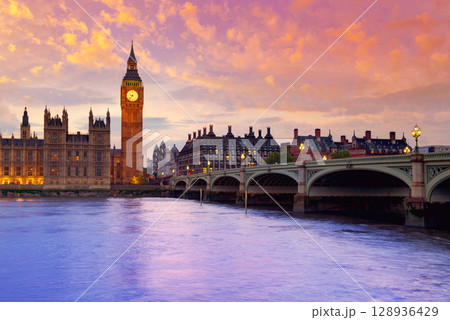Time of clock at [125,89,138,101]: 9:37
